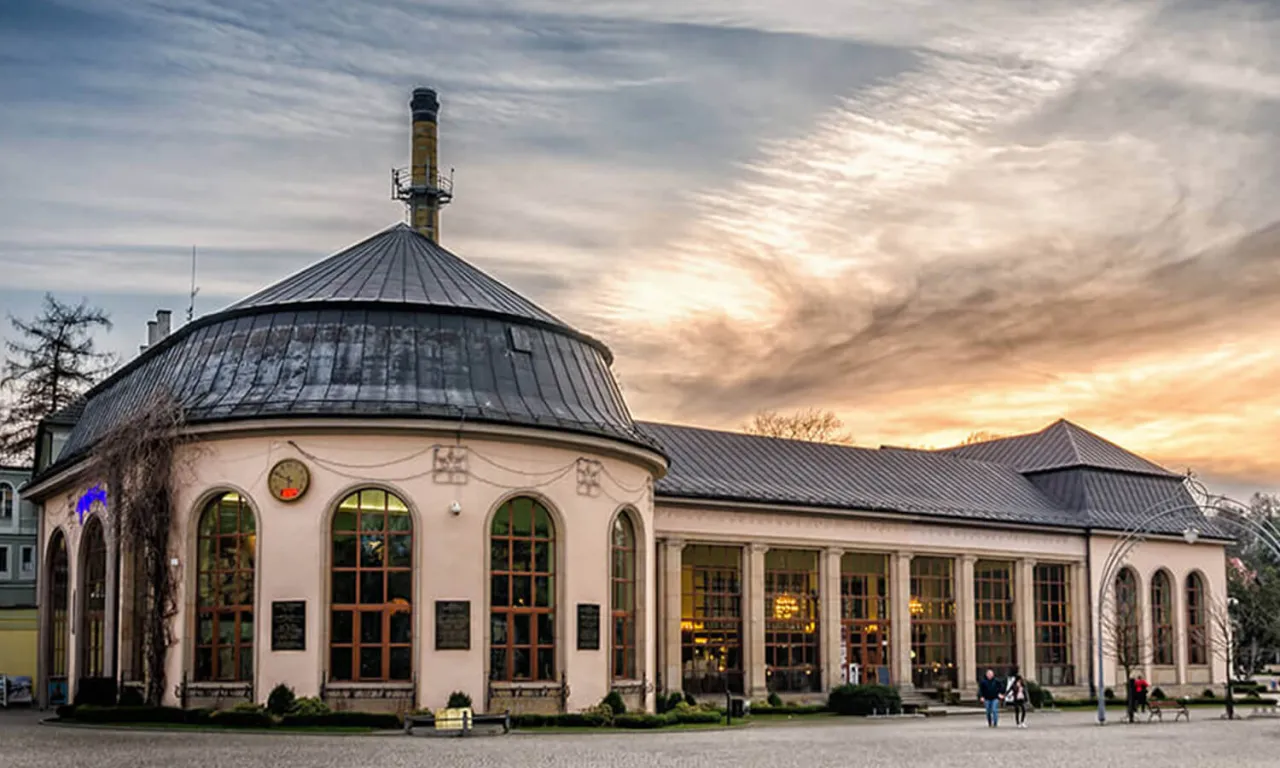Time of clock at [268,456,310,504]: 5:49
